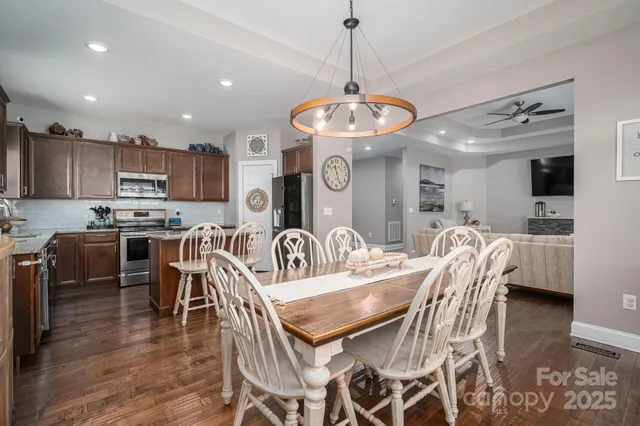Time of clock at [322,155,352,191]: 11:26
